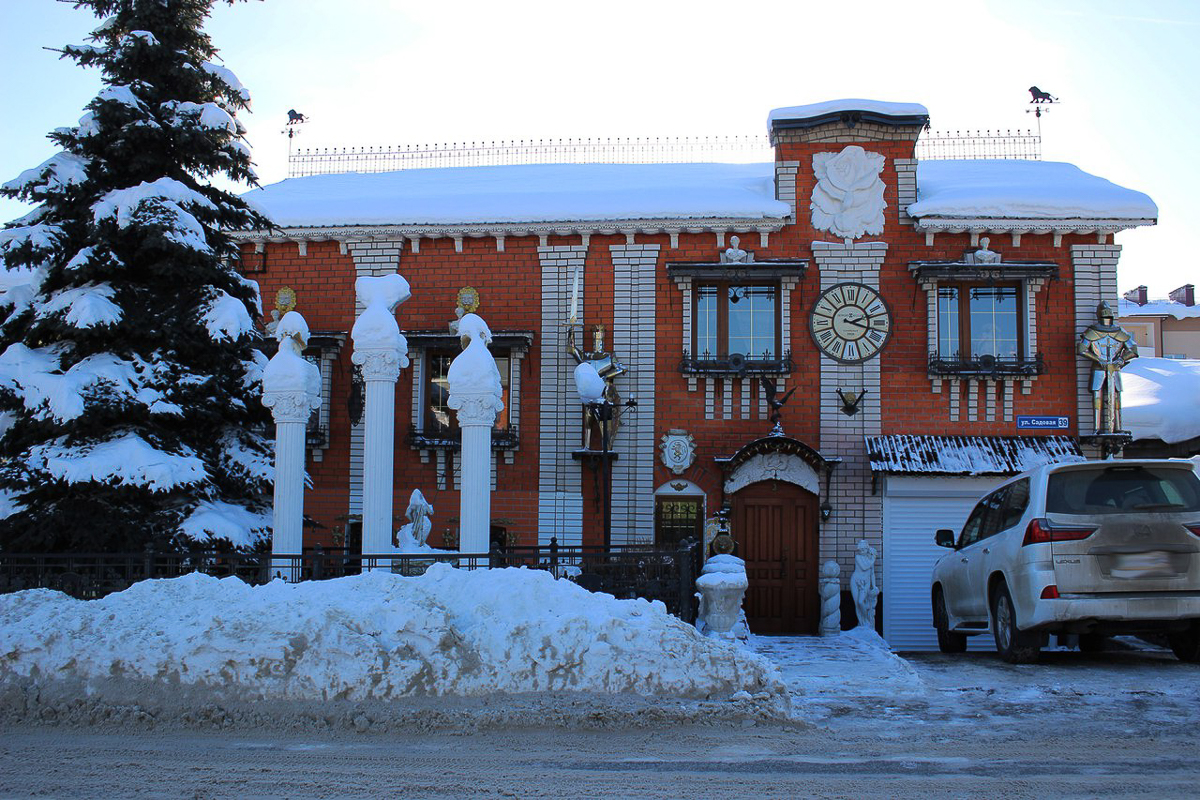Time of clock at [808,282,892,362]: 2:18
